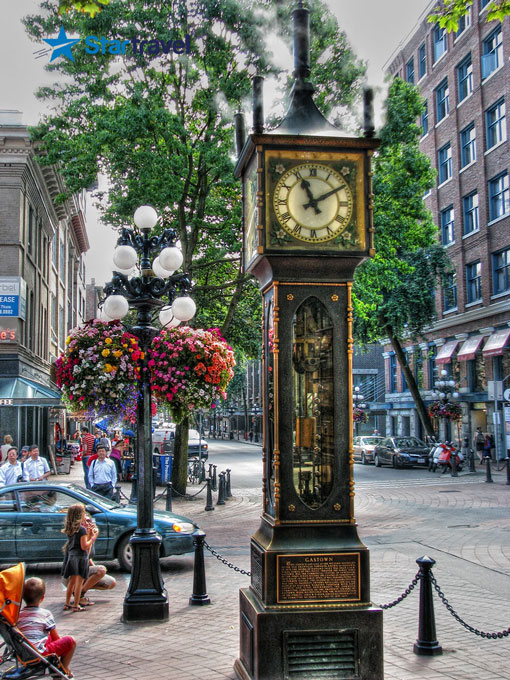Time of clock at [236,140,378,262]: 11:09
